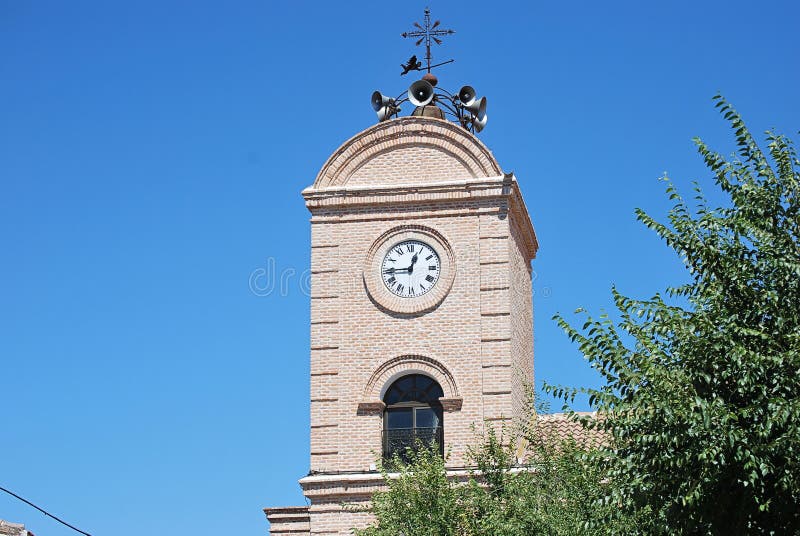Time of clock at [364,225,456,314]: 12:44
